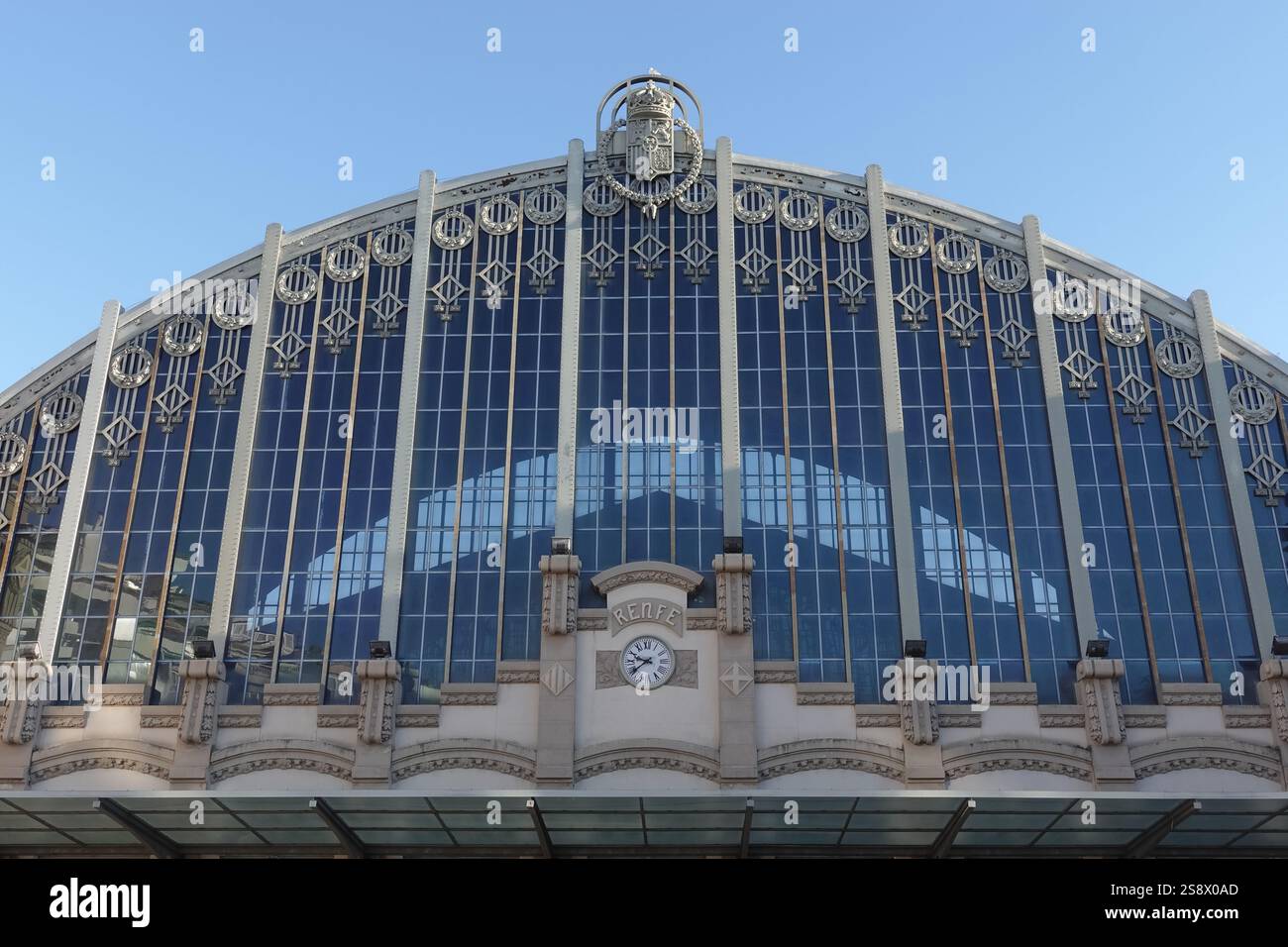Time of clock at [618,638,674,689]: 9:39
